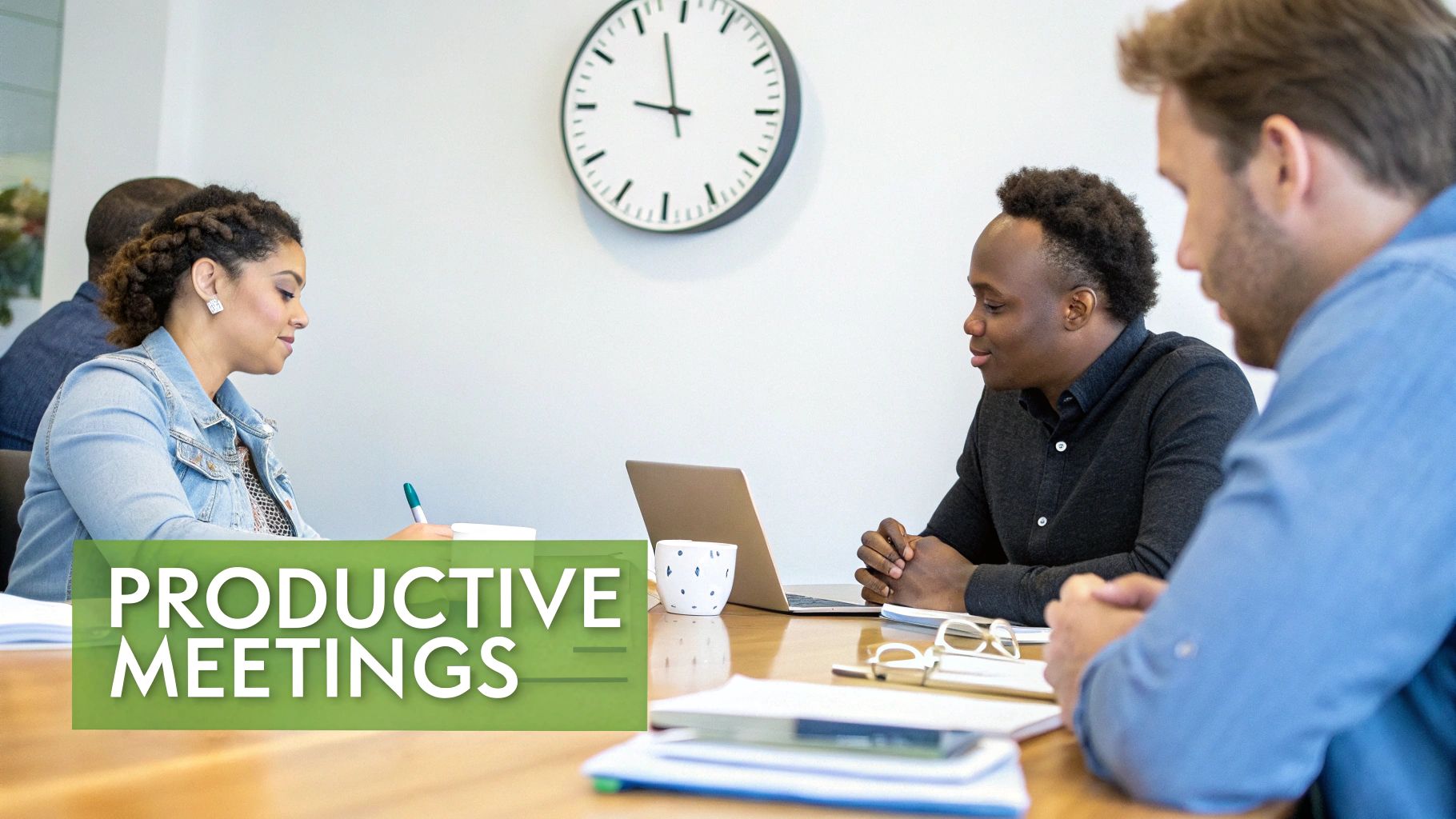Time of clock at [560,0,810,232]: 8:57
